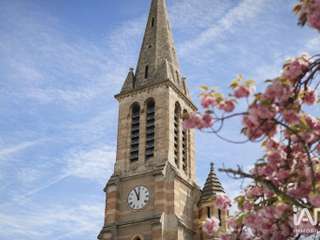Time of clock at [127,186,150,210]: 11:55
